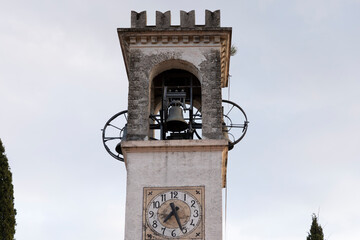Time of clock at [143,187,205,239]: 7:26
